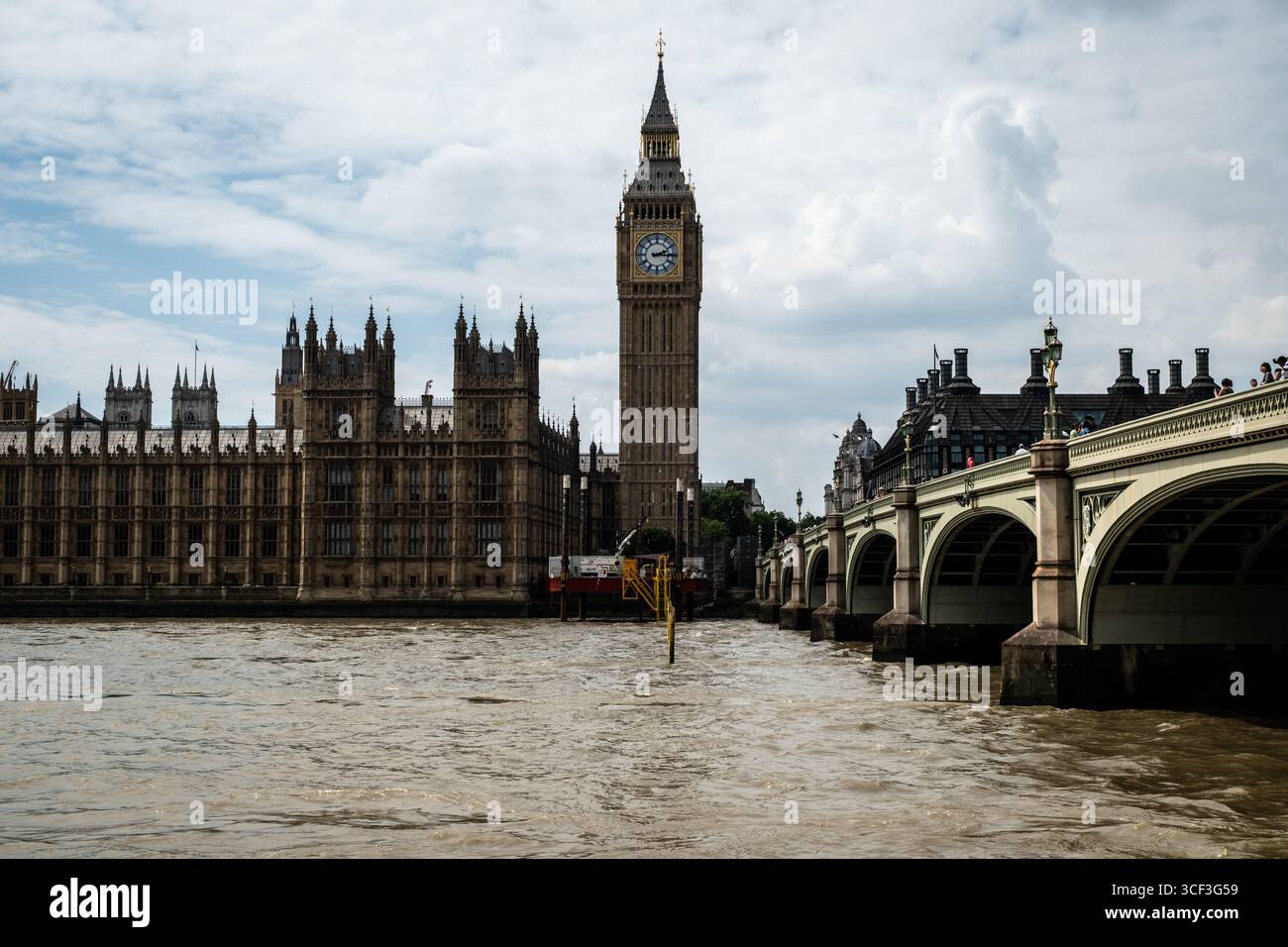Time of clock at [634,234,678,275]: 2:15
